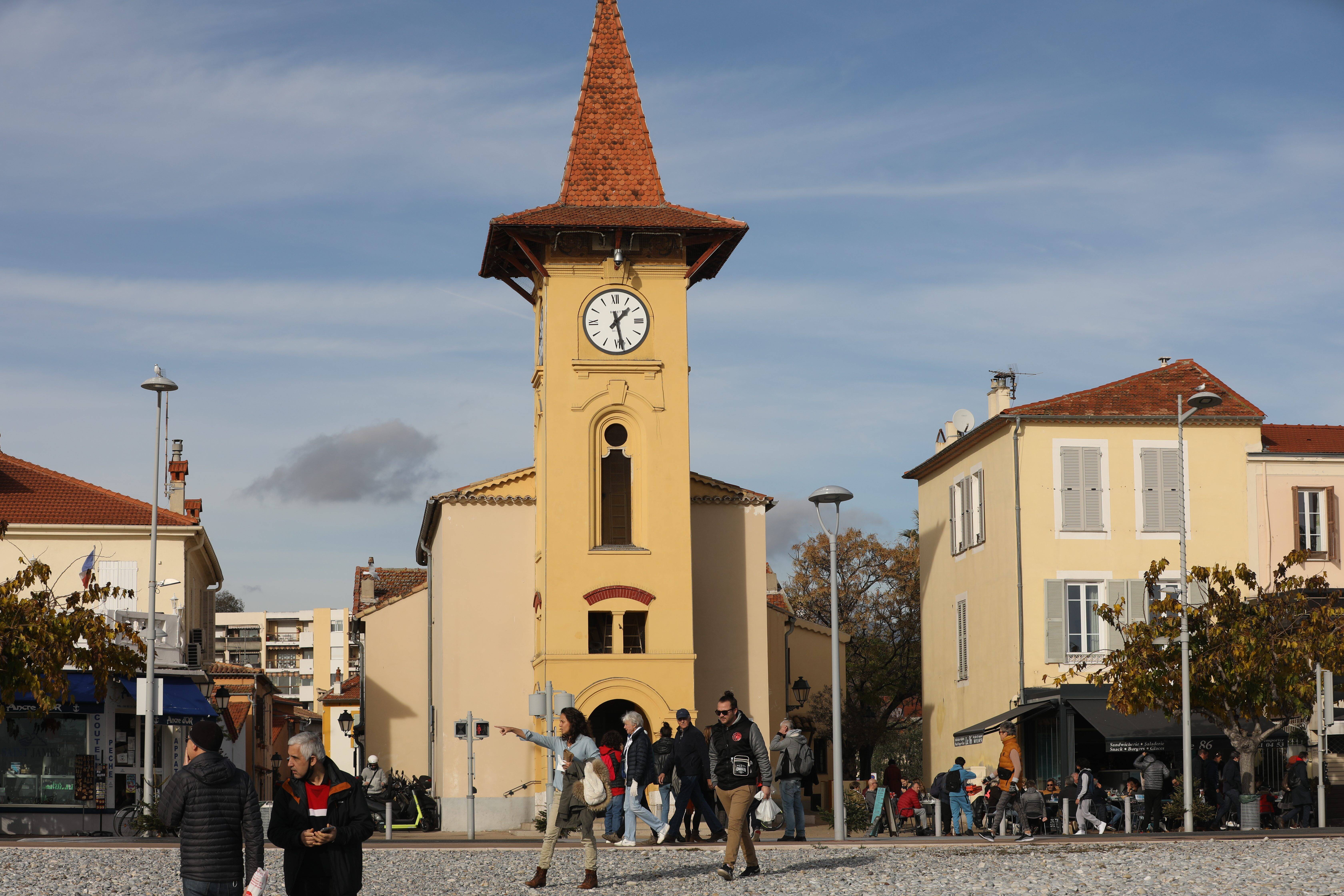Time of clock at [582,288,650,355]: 1:28
